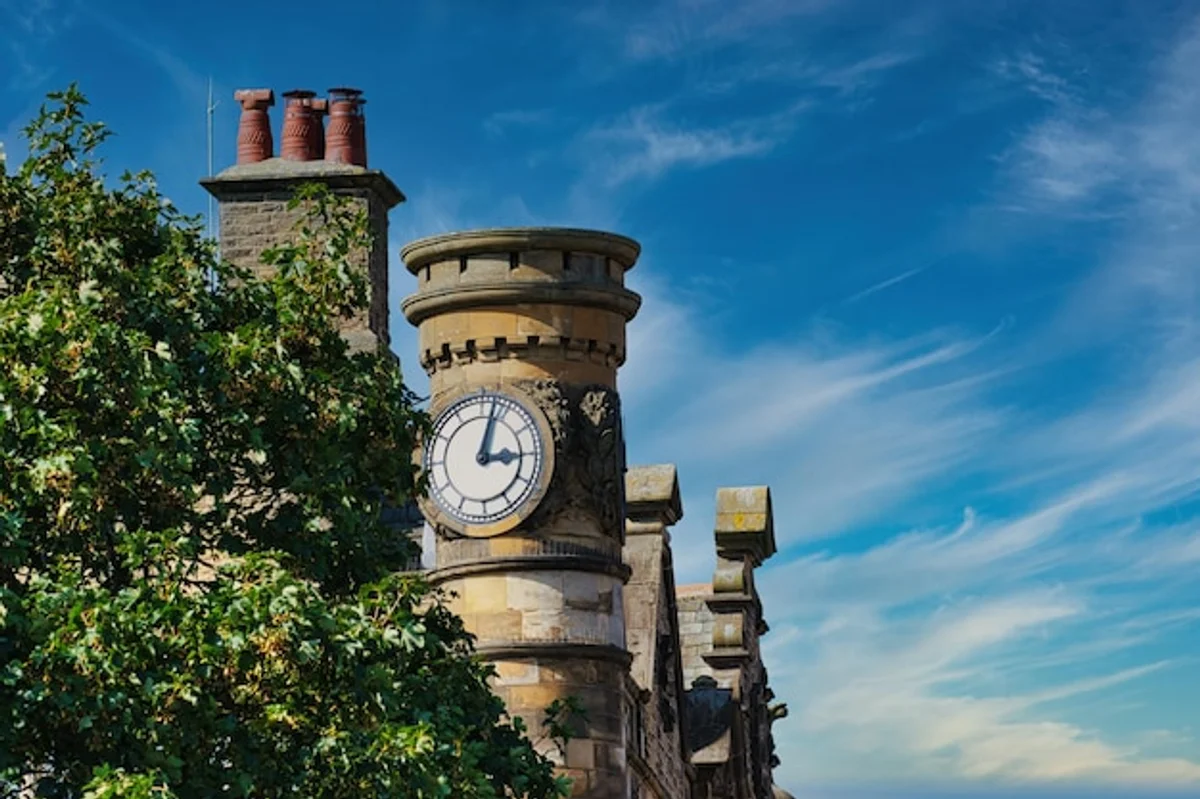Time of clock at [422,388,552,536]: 3:02
